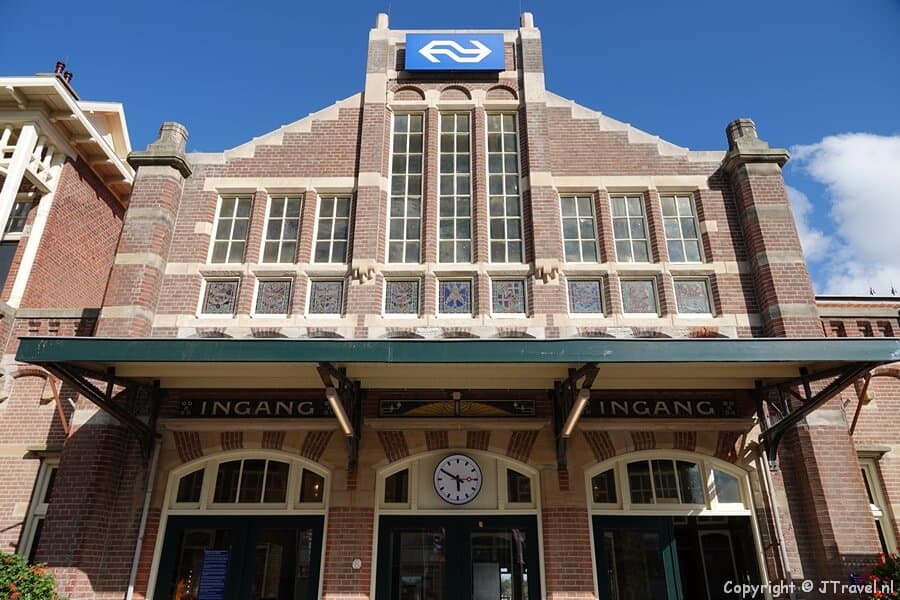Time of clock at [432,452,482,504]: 5:49
